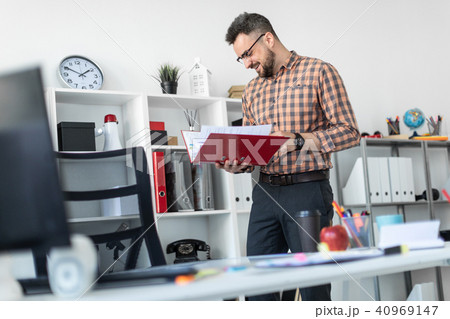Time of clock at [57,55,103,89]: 1:50
